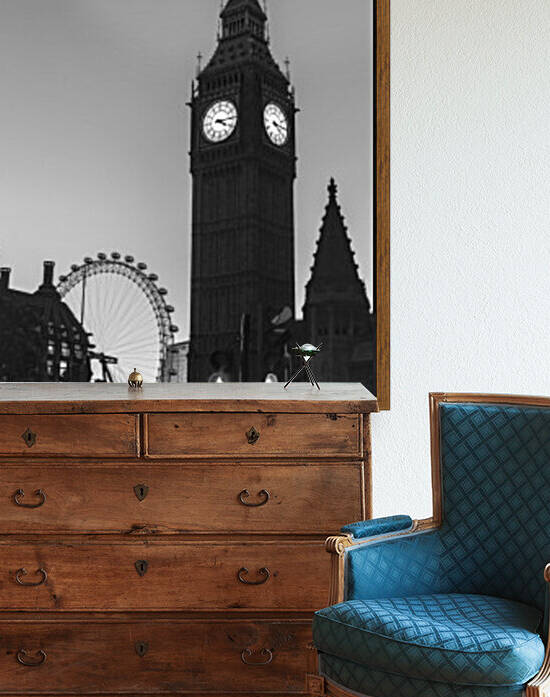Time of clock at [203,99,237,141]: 4:14
